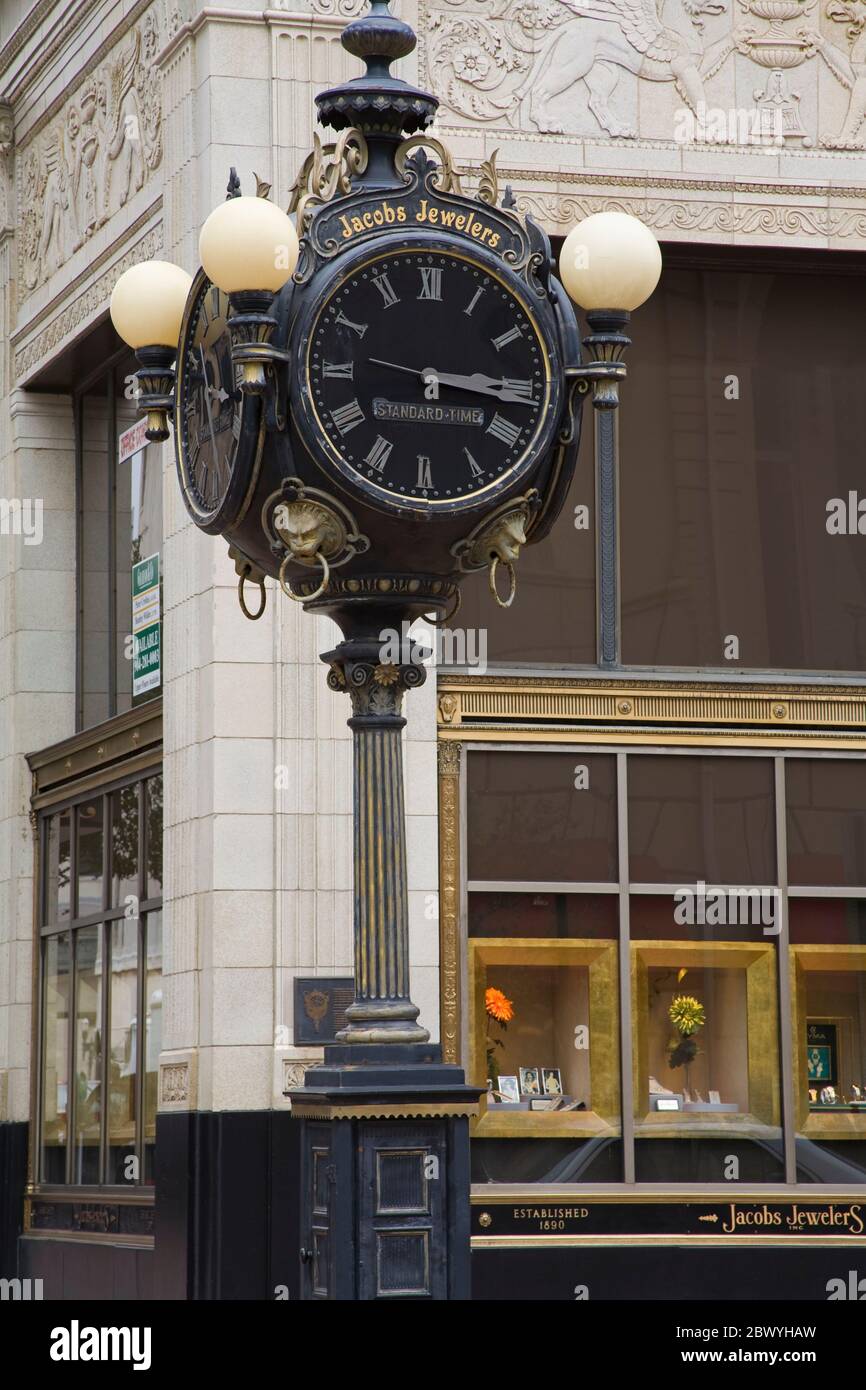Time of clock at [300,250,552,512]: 3:16
